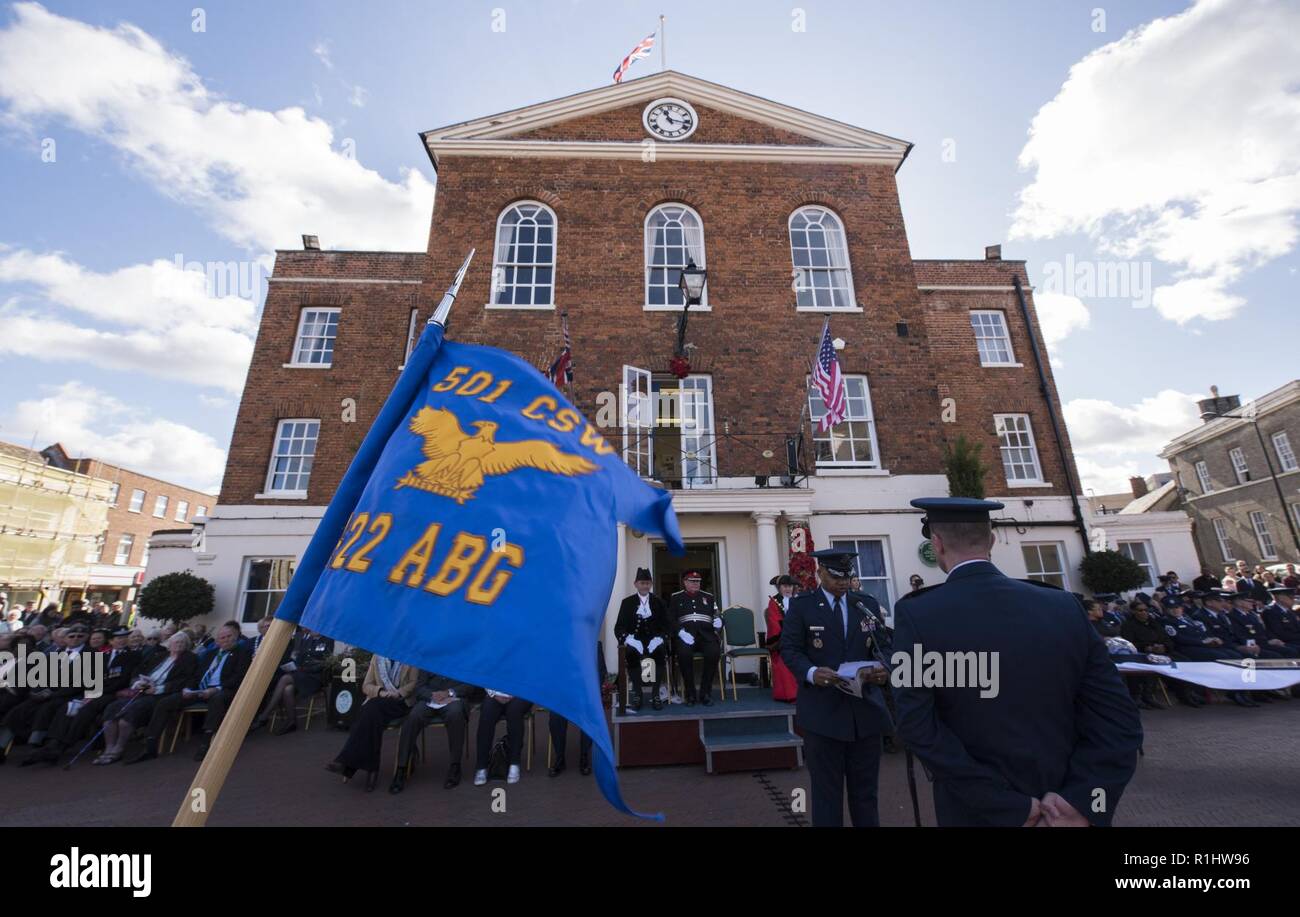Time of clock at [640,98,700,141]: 11:16
